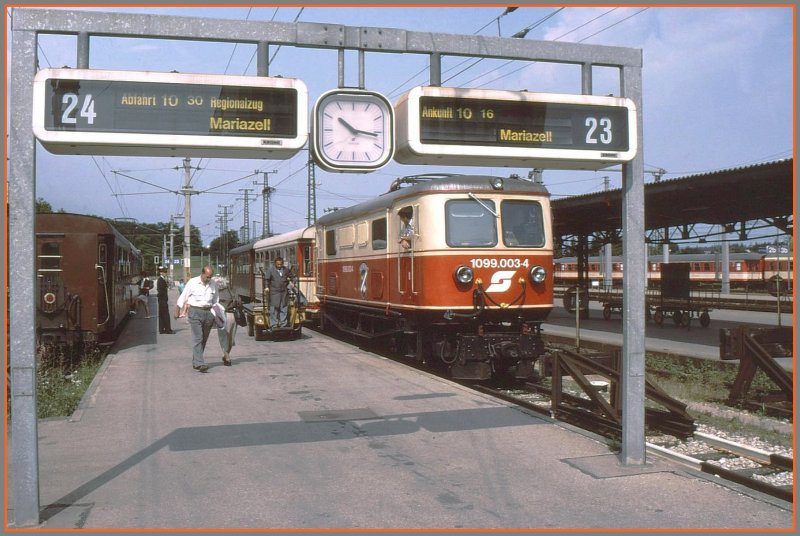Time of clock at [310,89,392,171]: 10:16
